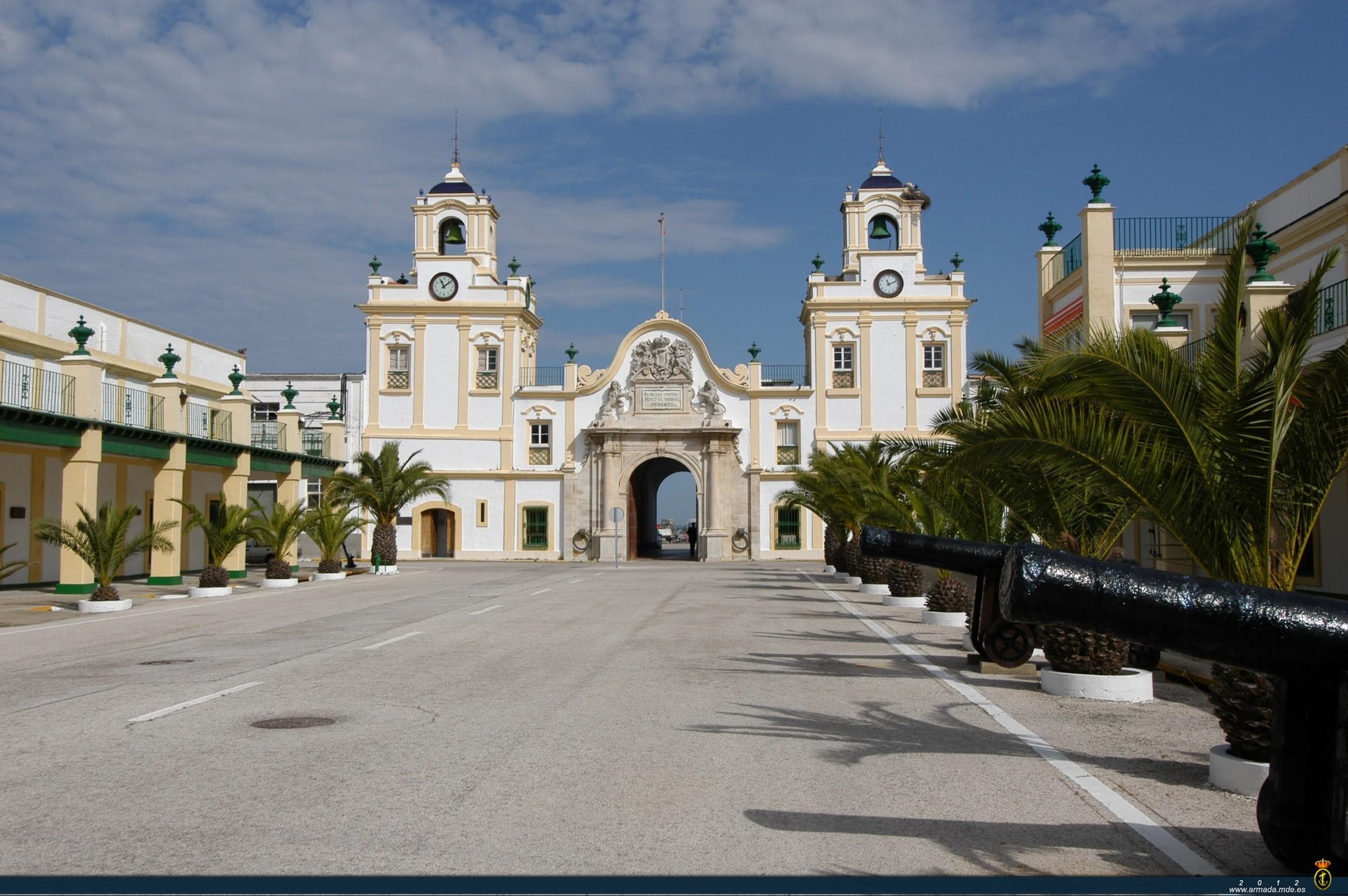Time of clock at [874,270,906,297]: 11:11
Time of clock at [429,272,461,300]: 11:08
